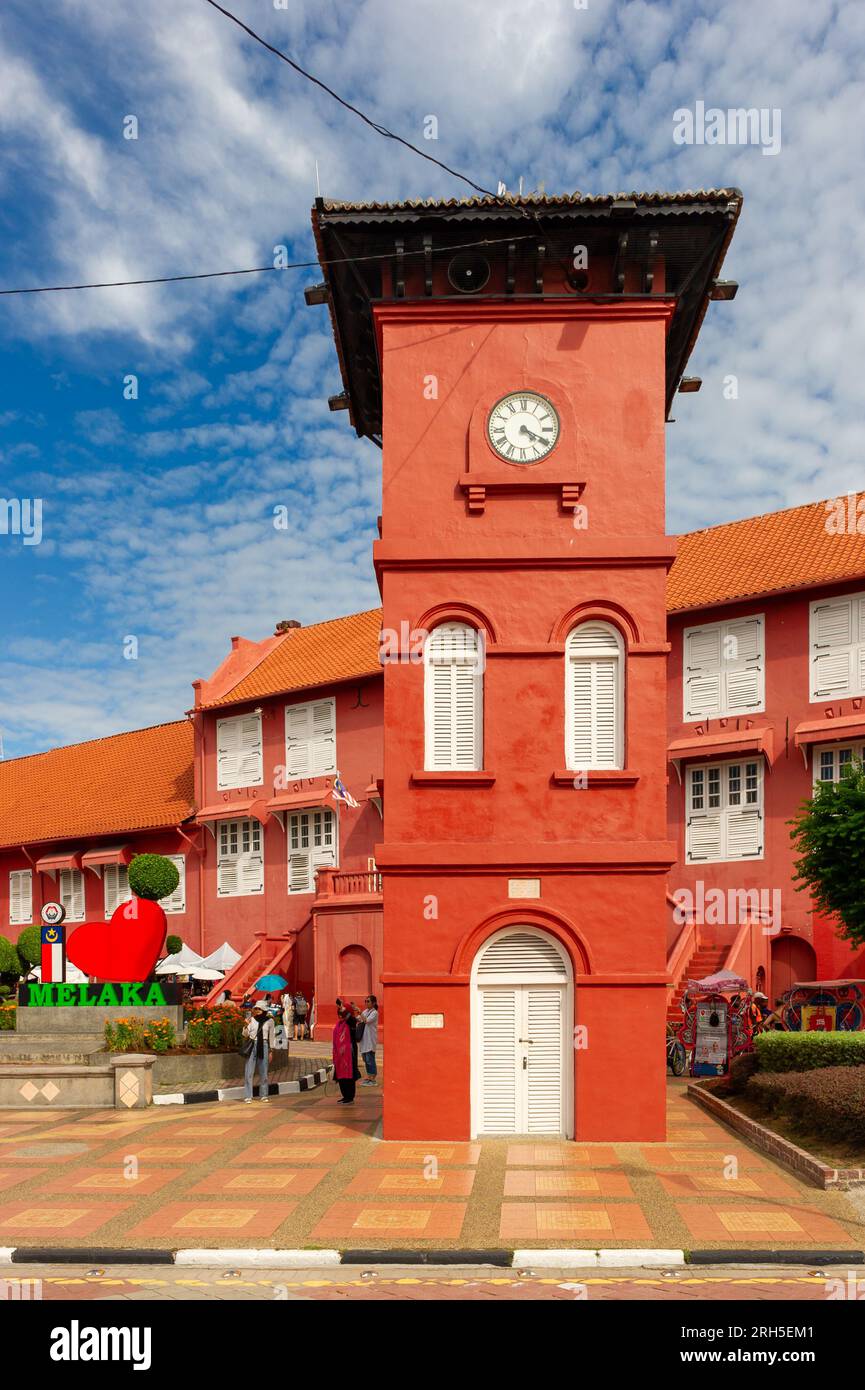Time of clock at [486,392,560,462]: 4:19
